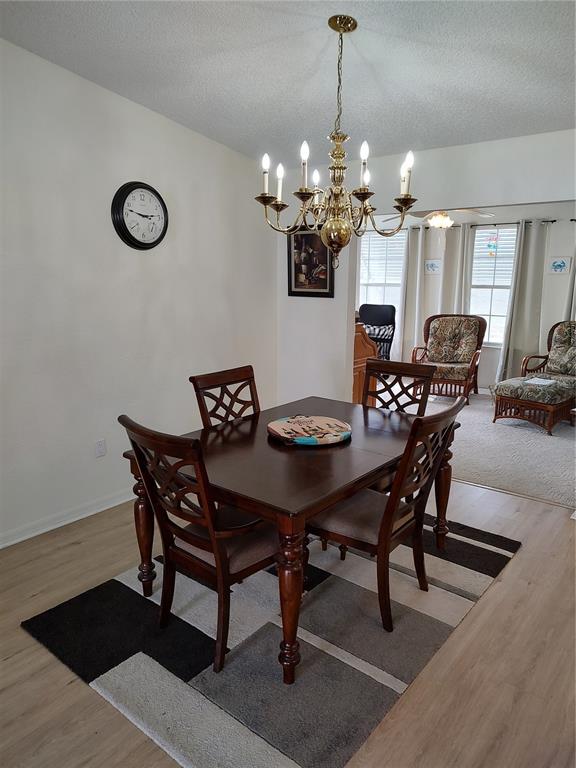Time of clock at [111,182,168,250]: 2:47
